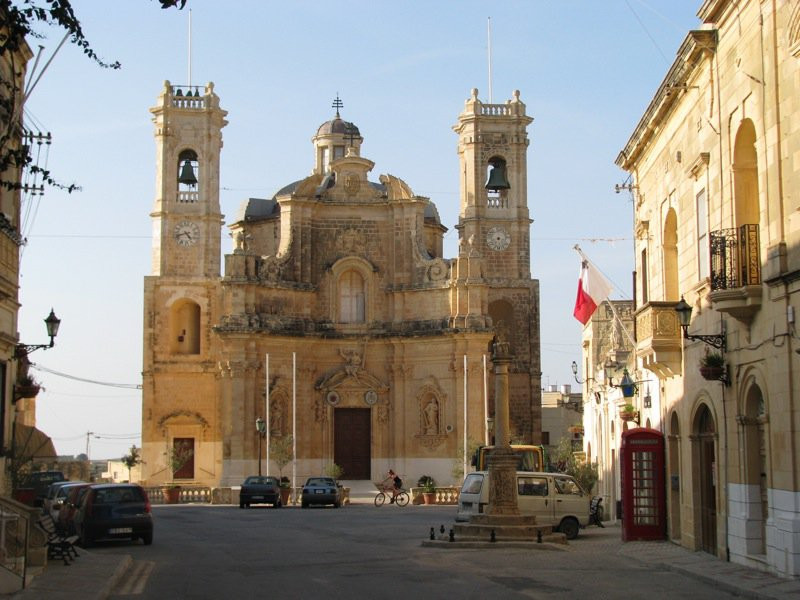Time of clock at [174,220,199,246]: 4:42
